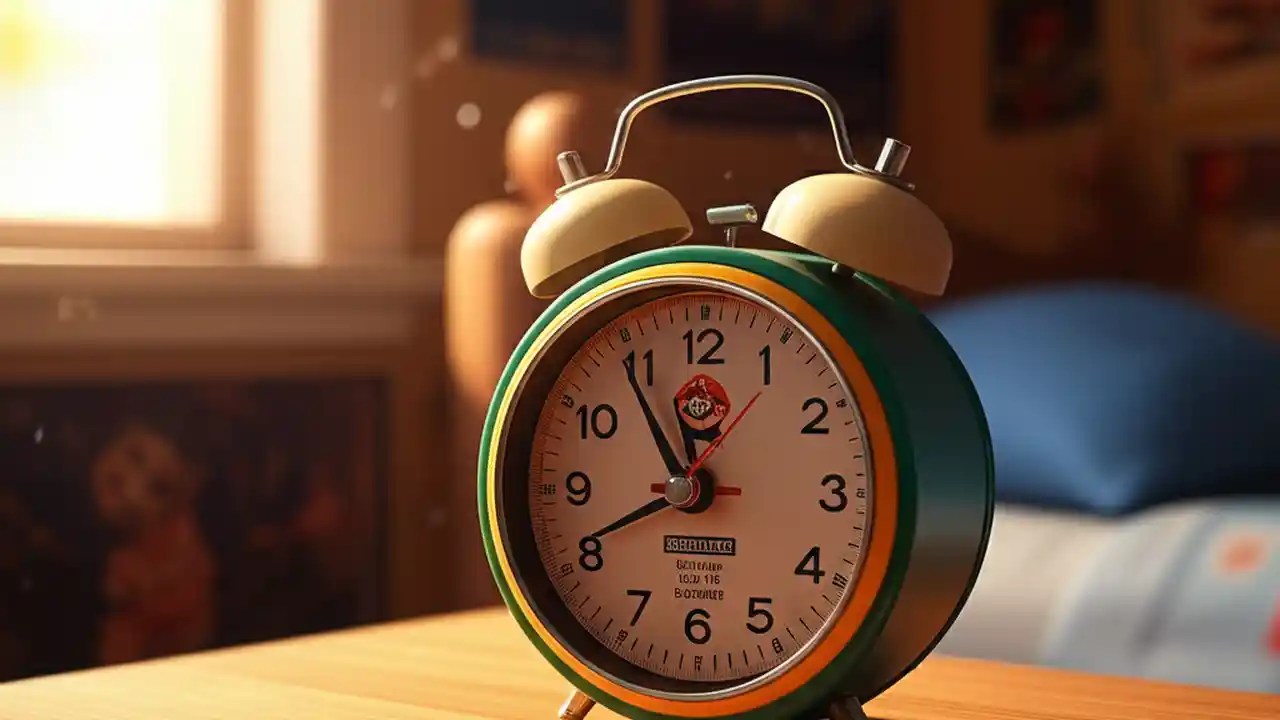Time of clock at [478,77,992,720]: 11:54
